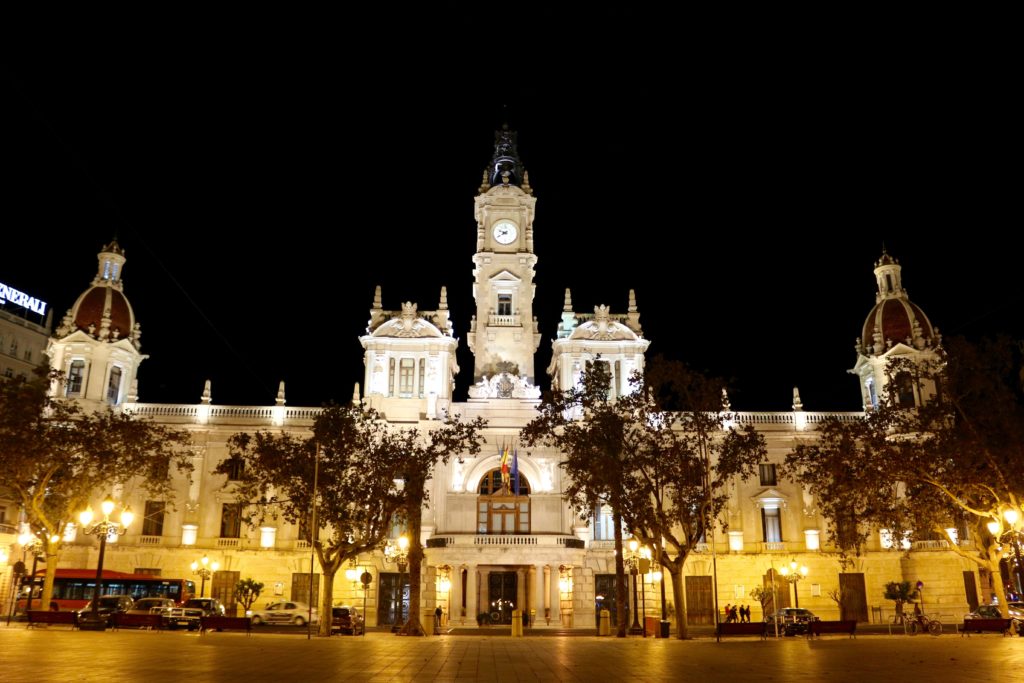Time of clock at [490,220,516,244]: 9:40
